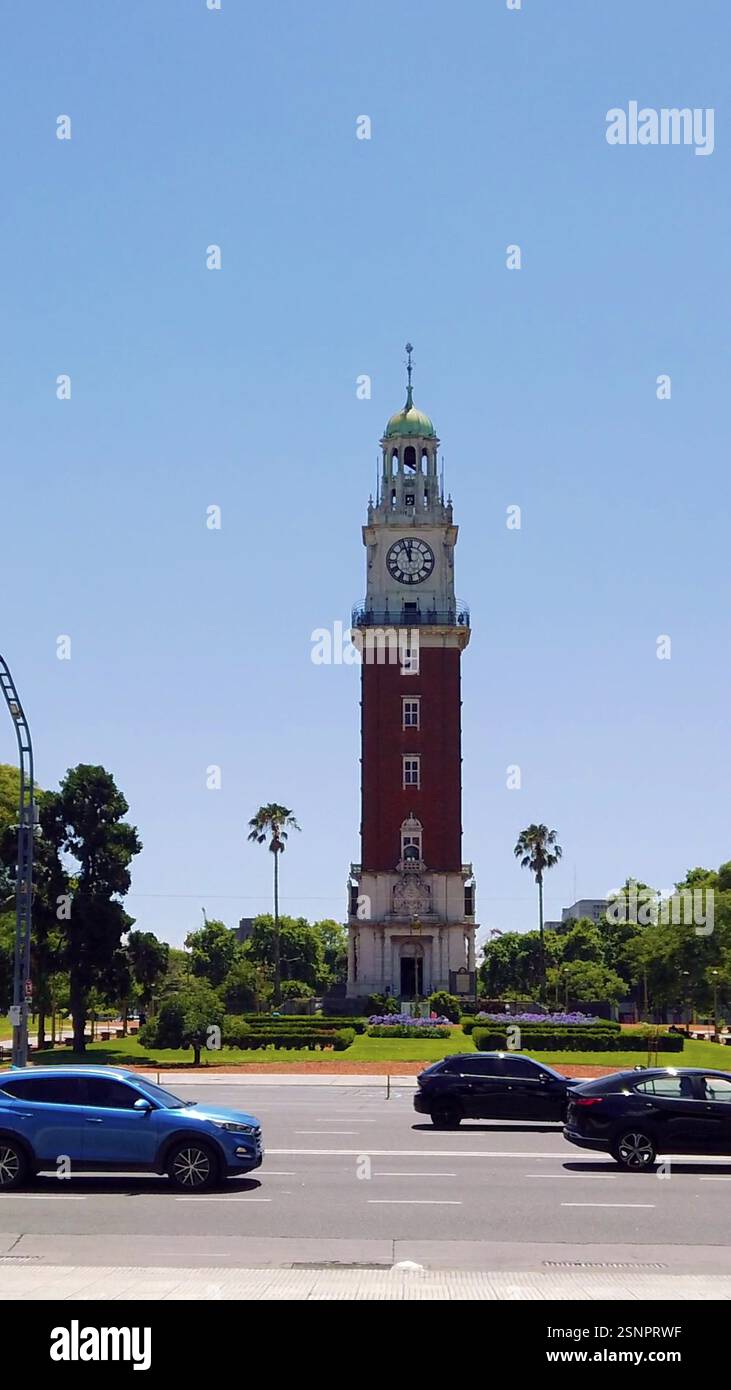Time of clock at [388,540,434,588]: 11:56
